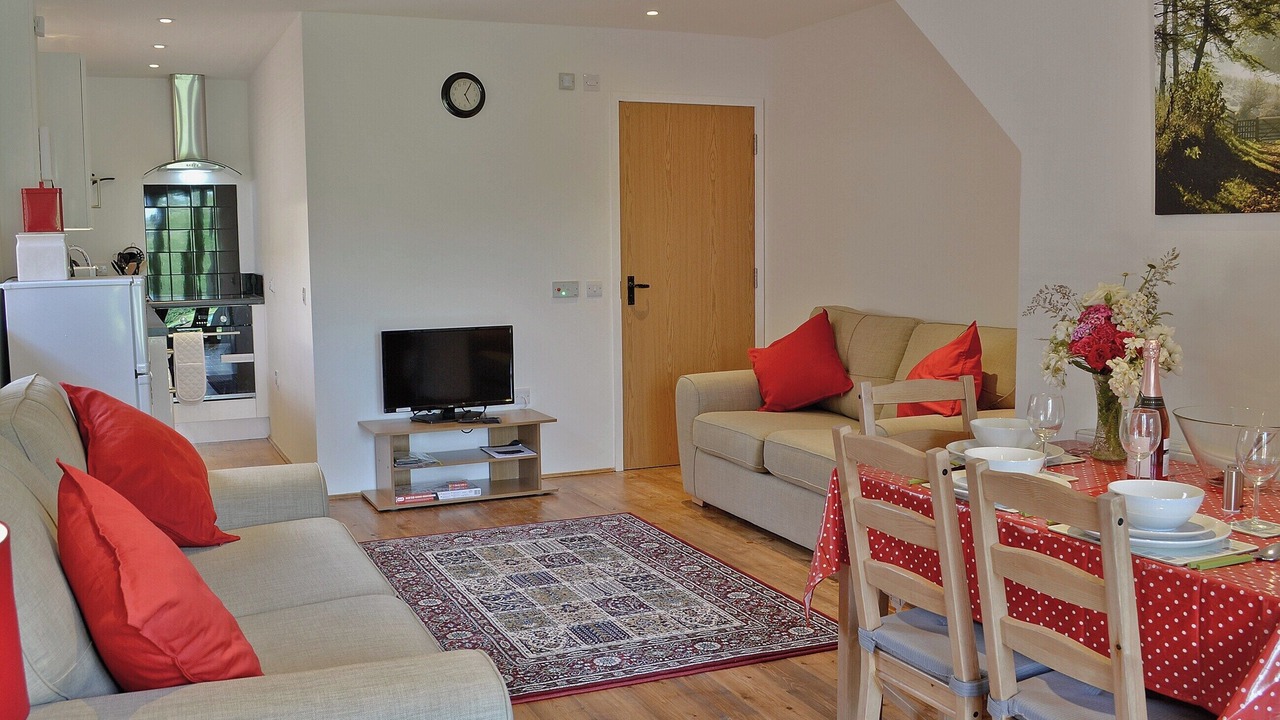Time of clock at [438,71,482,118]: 5:05
